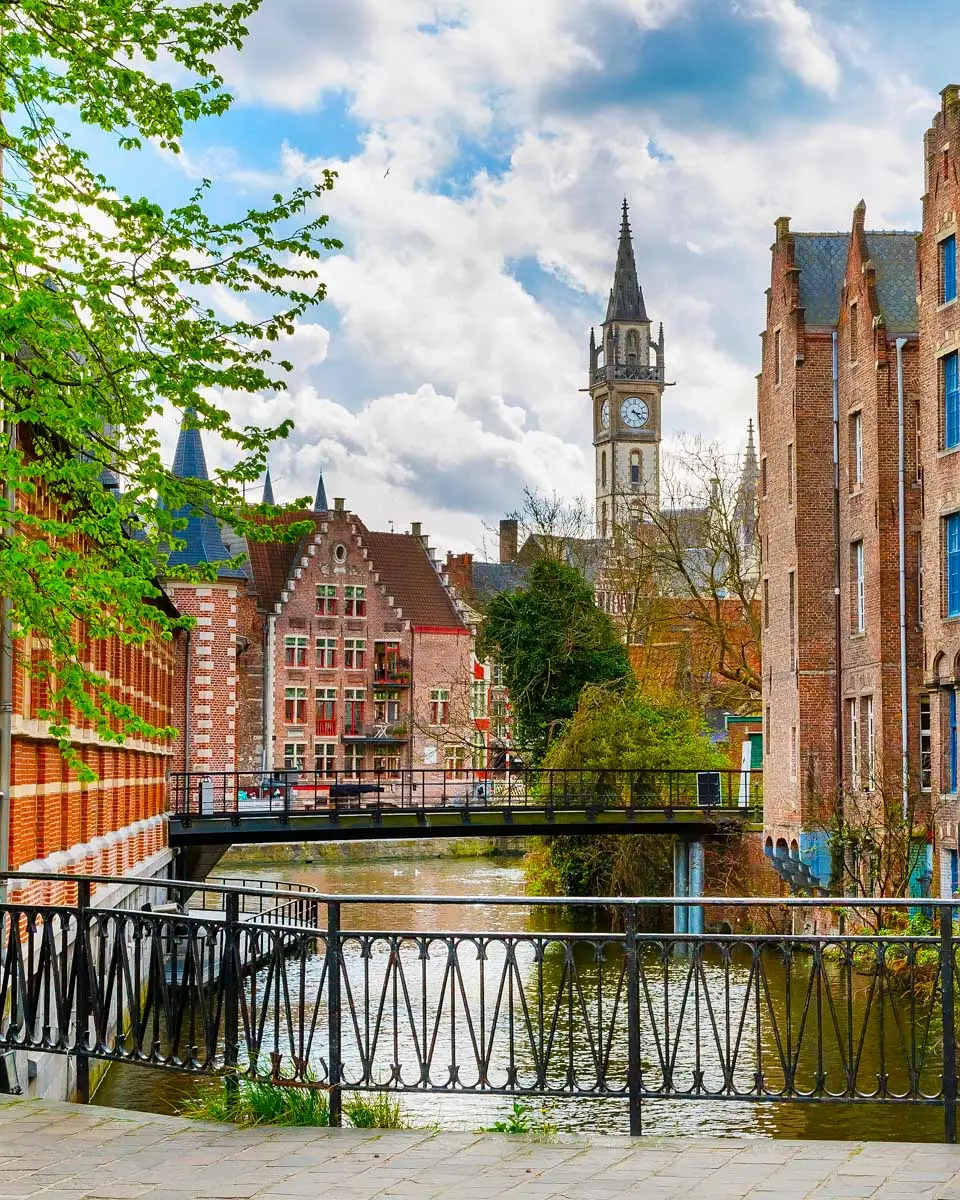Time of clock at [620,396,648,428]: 3:22
